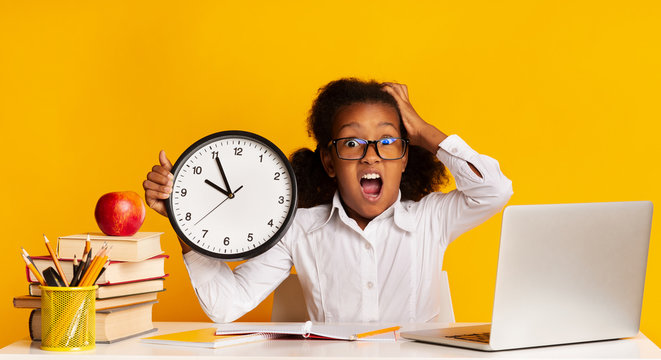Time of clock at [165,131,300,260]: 9:55
